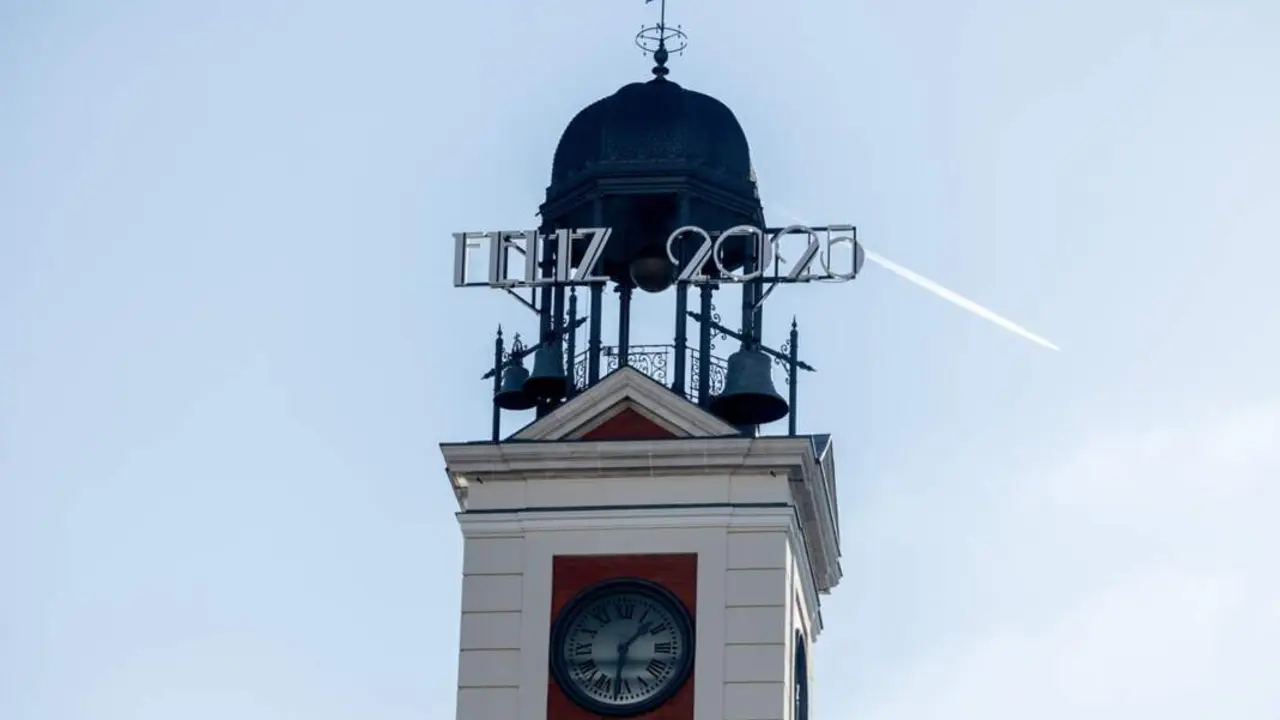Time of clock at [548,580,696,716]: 1:31
